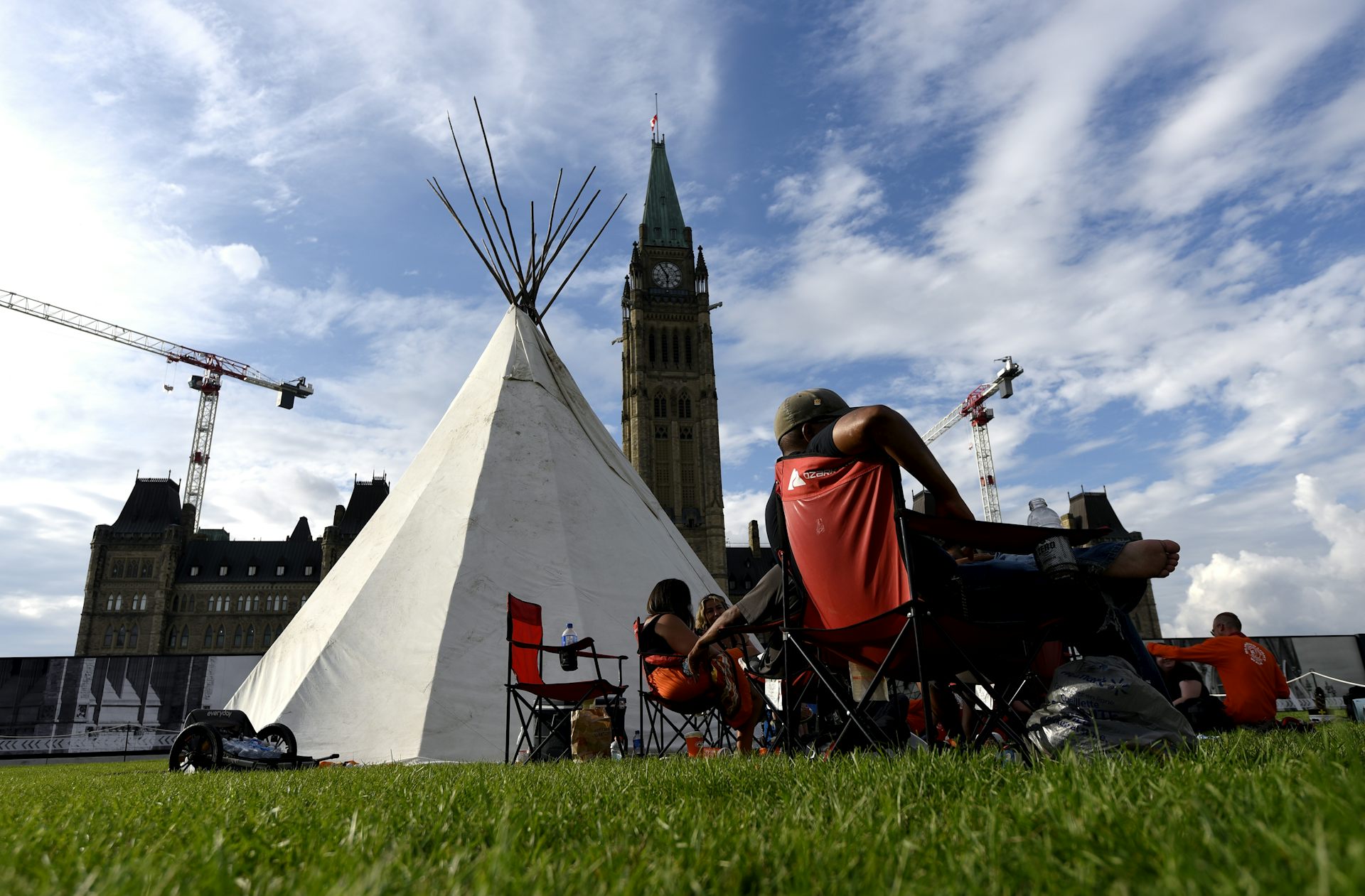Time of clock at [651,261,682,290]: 5:54
